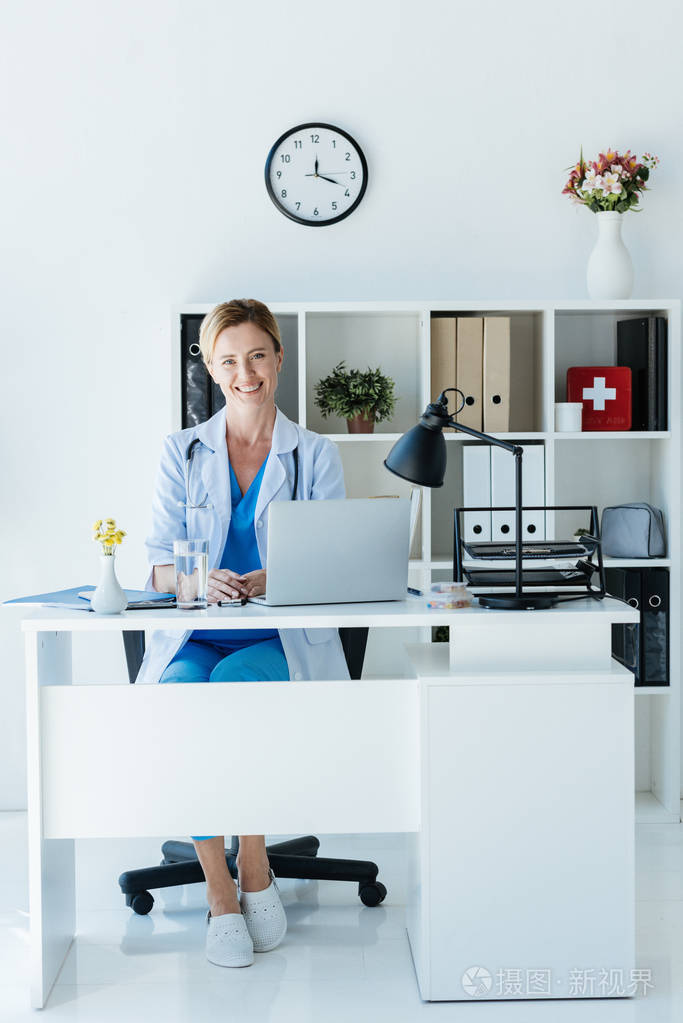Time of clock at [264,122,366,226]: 12:18
